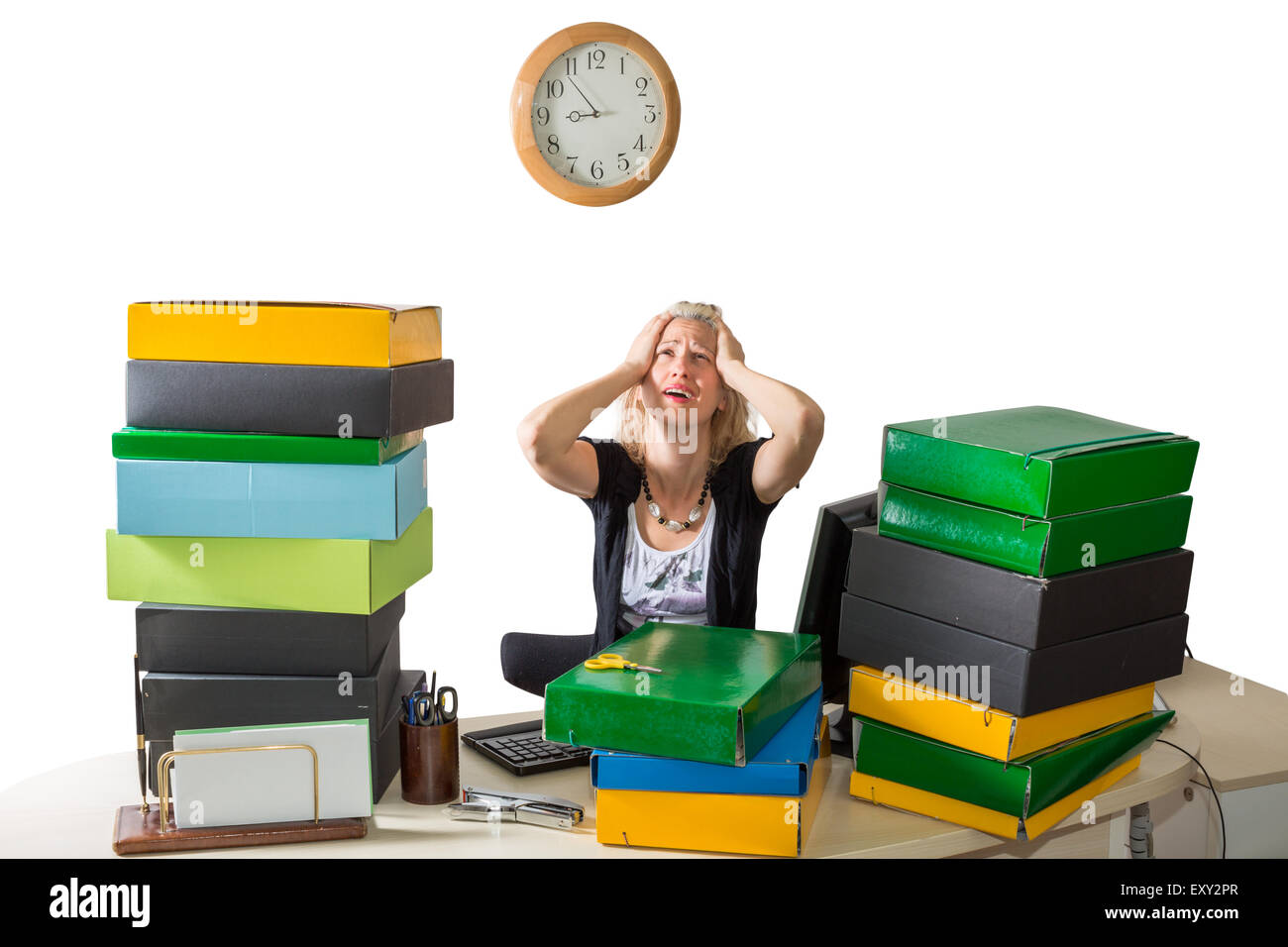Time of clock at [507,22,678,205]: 8:53
